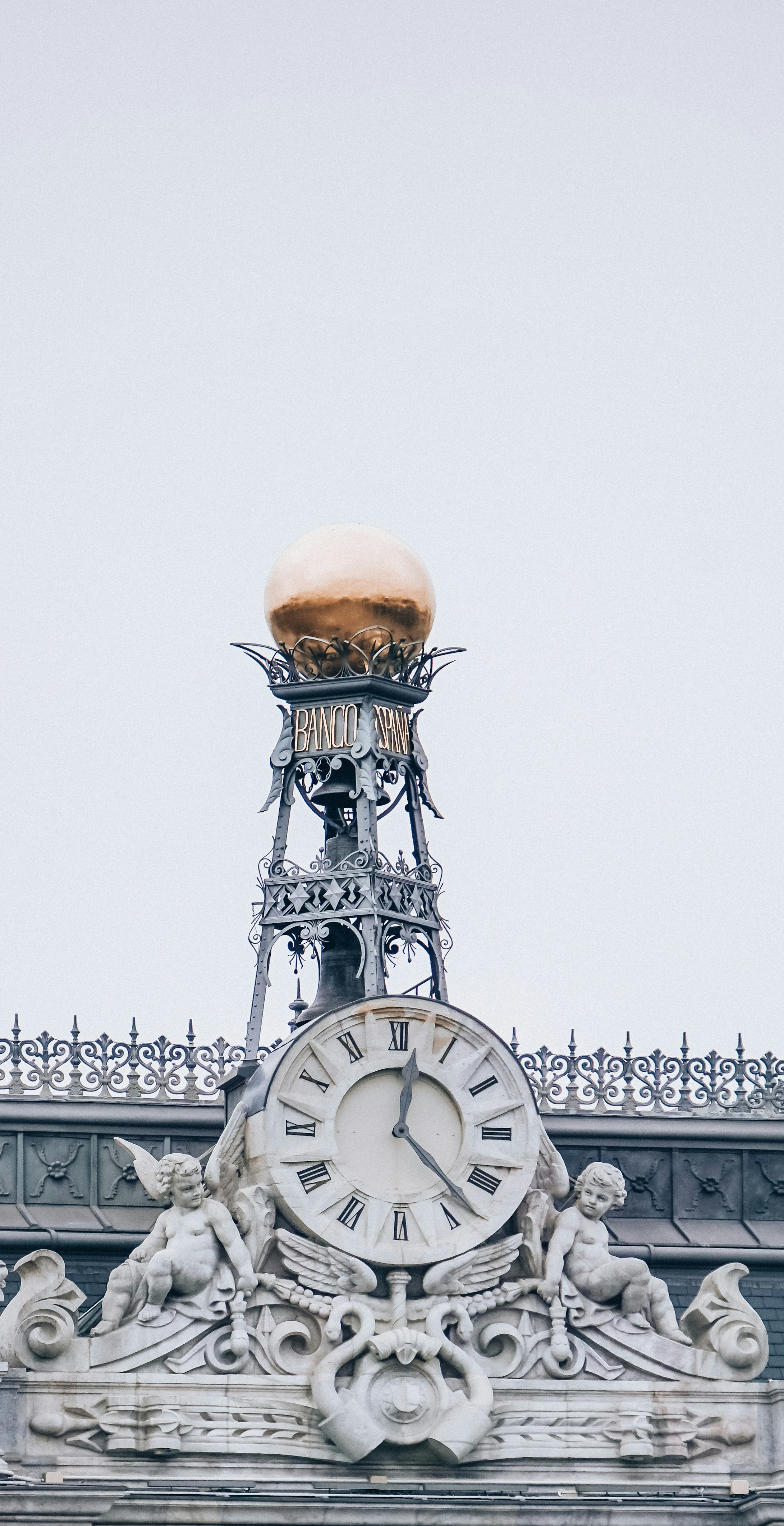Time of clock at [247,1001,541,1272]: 12:23
